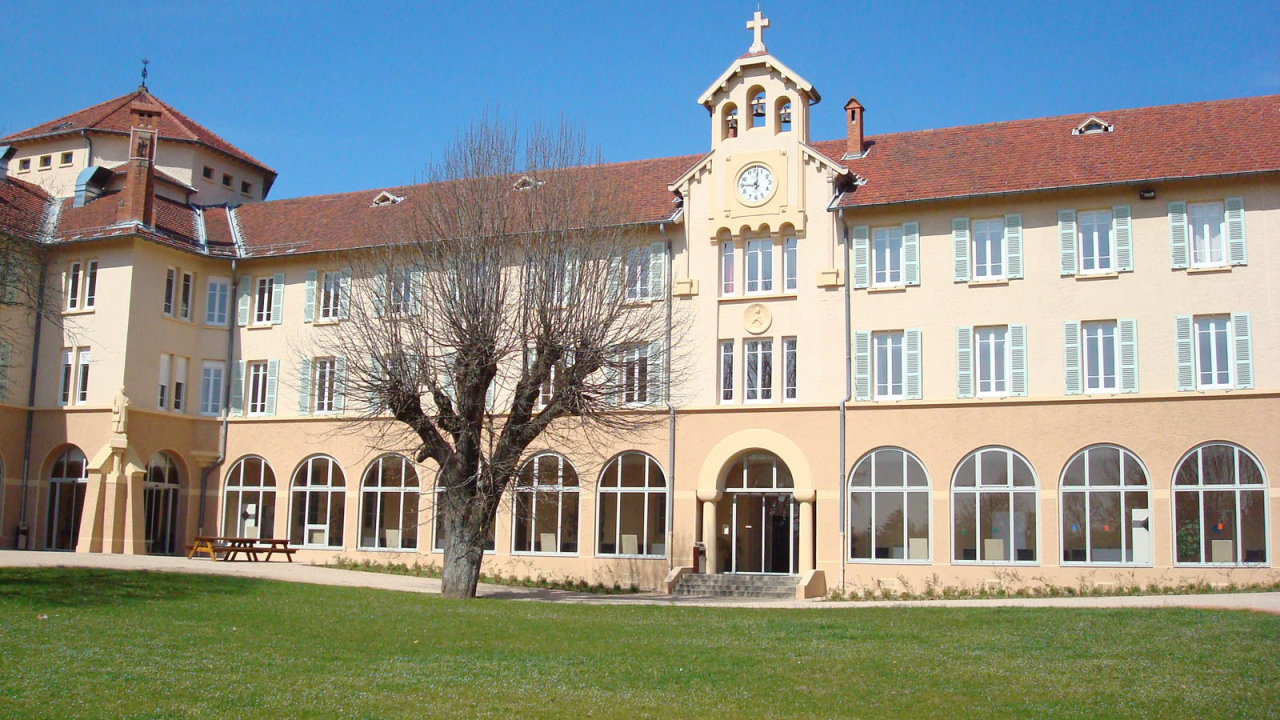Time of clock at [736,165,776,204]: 9:01
